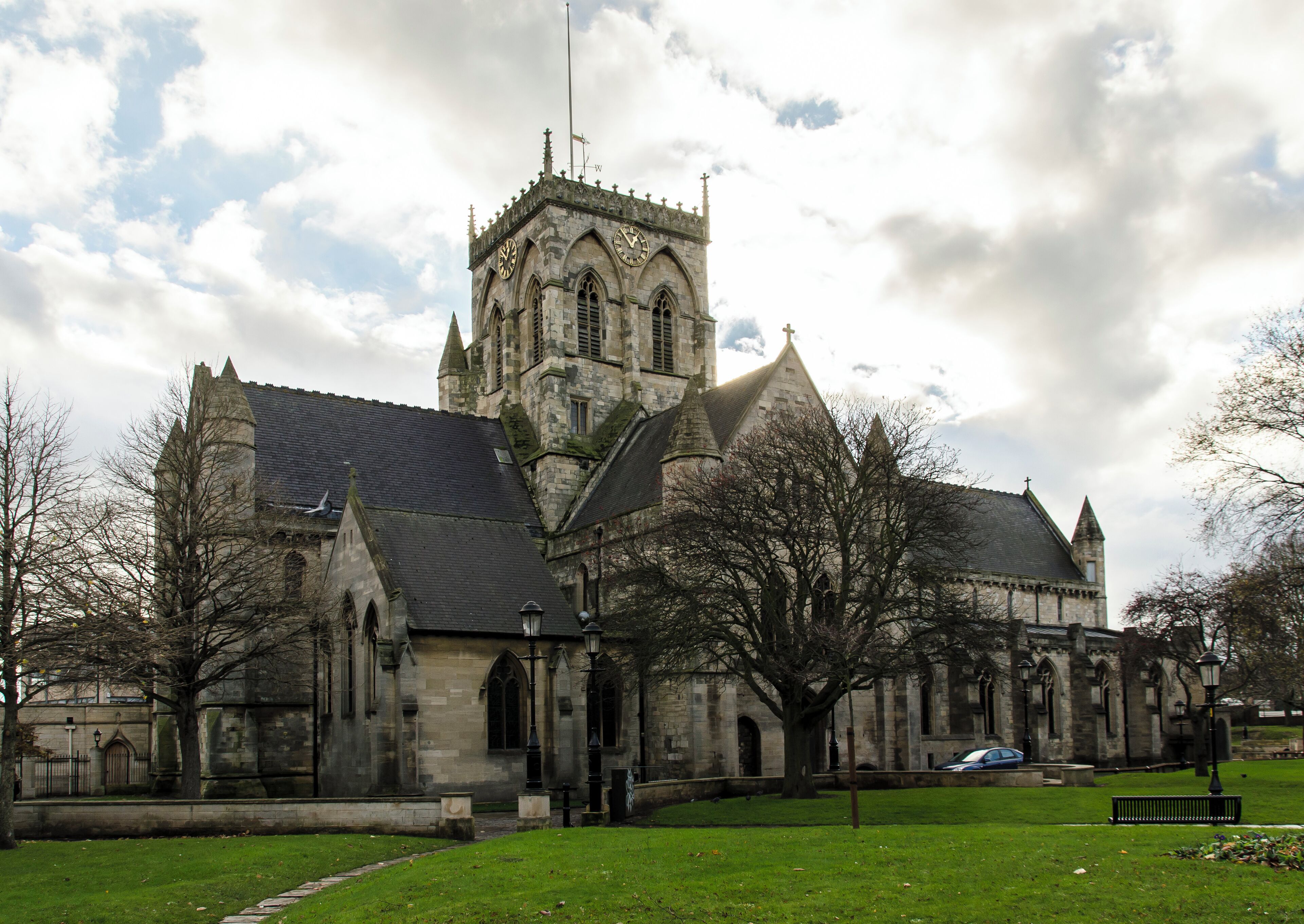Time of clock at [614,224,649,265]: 12:53
